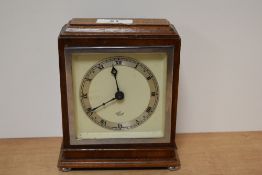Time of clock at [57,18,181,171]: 11:40
